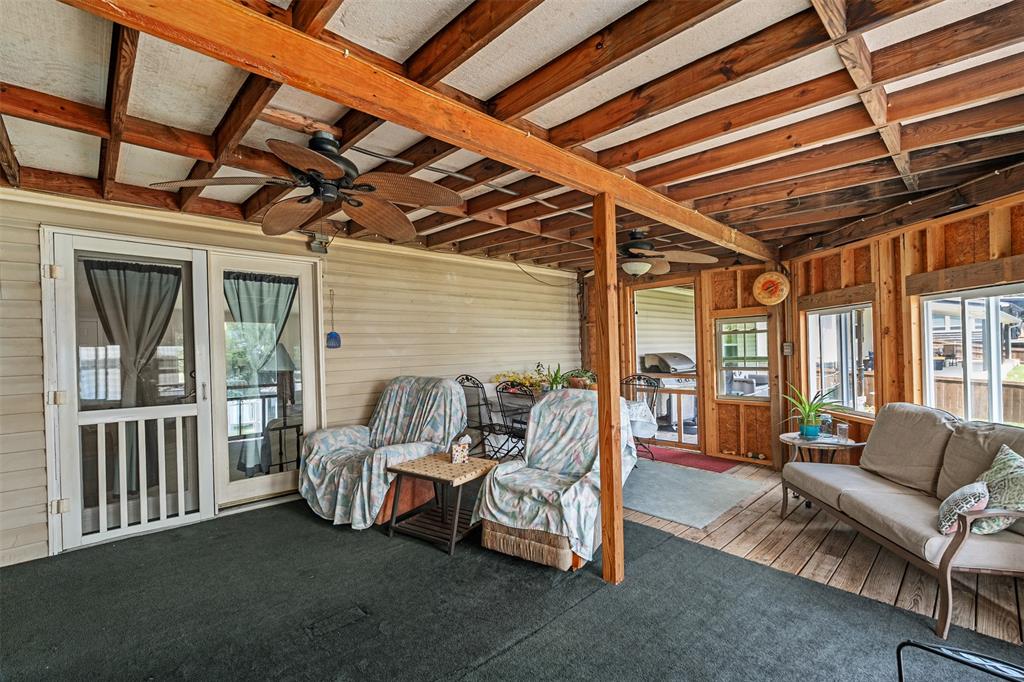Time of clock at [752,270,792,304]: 8:09
